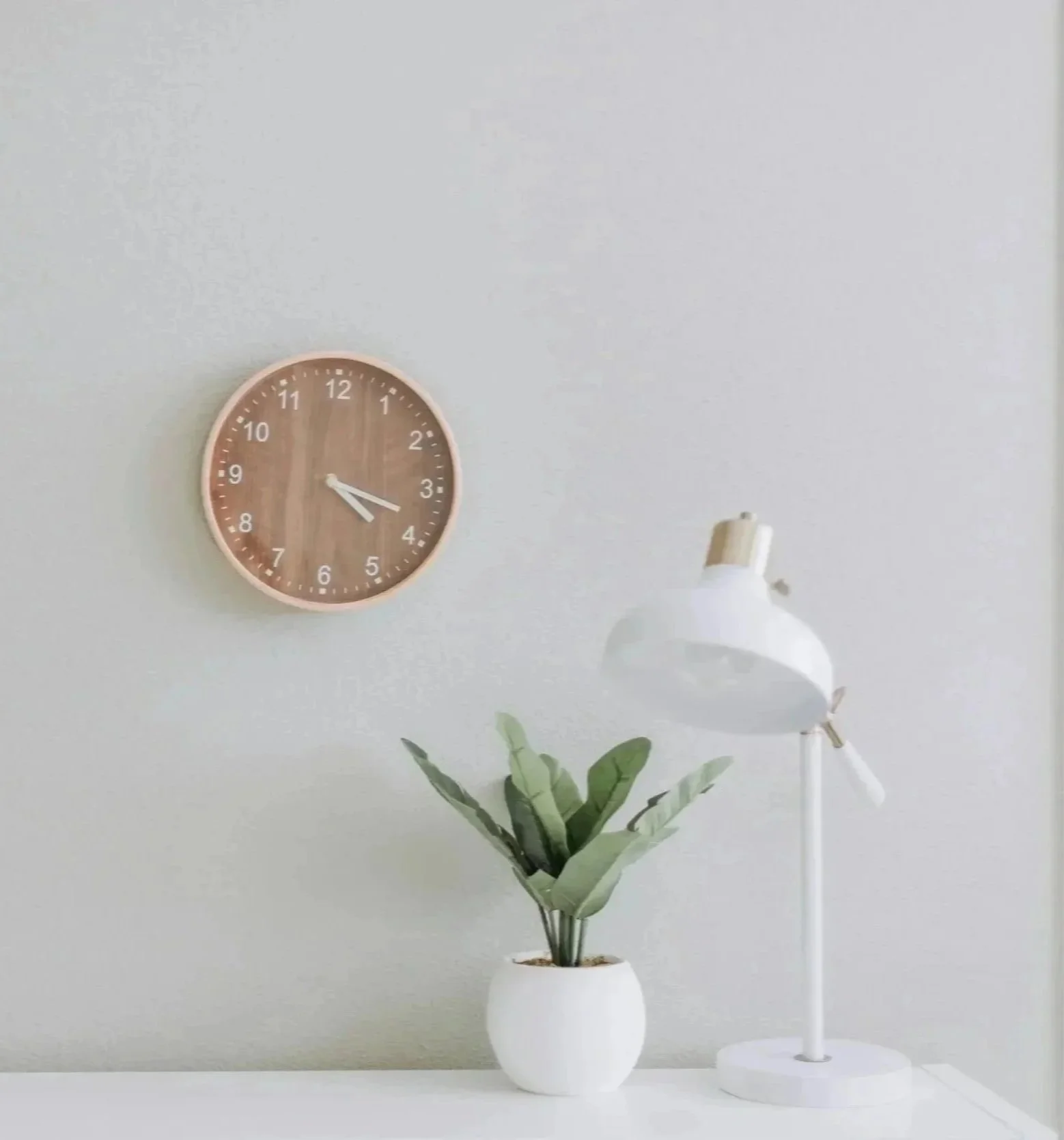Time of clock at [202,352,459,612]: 4:18
